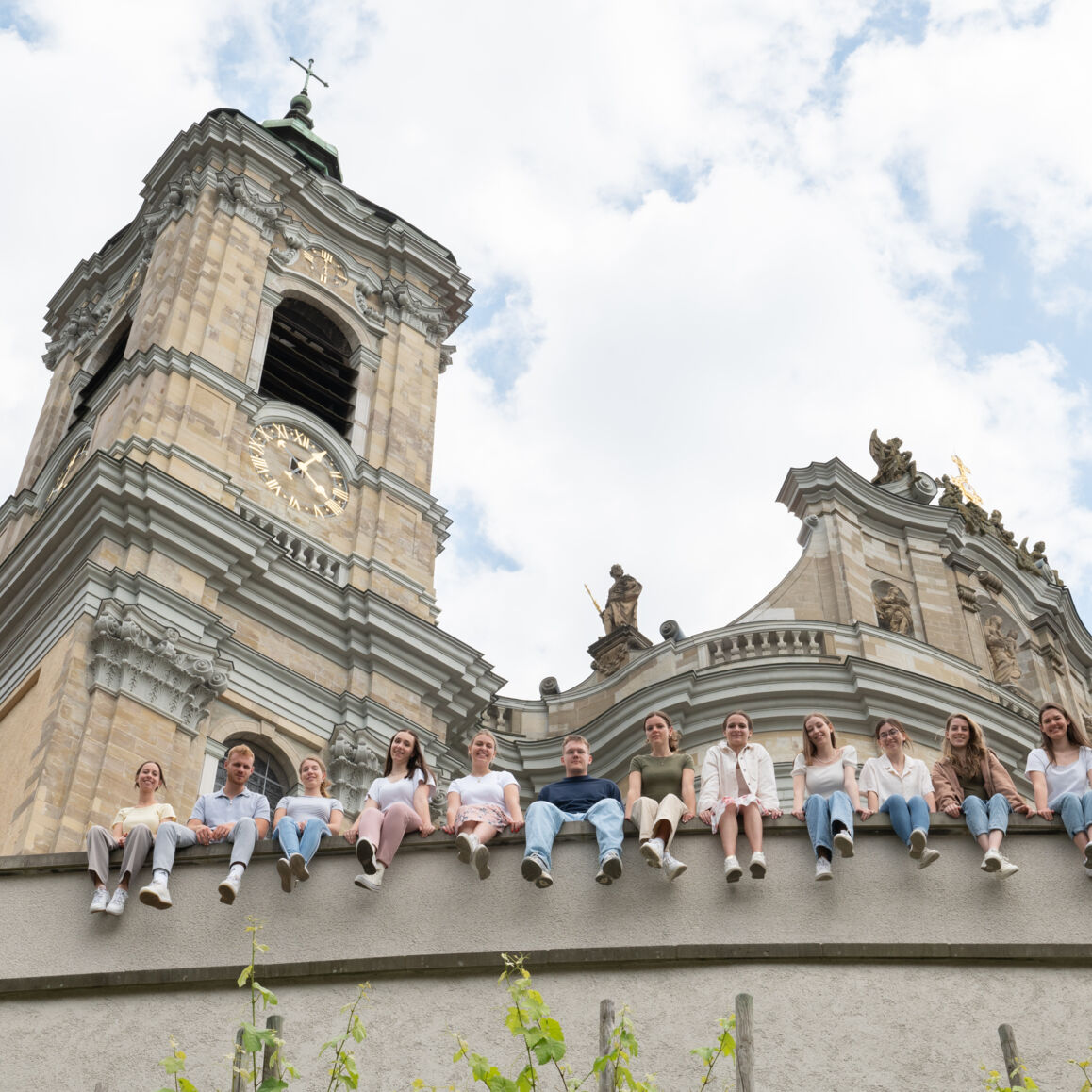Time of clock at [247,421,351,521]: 5:08
